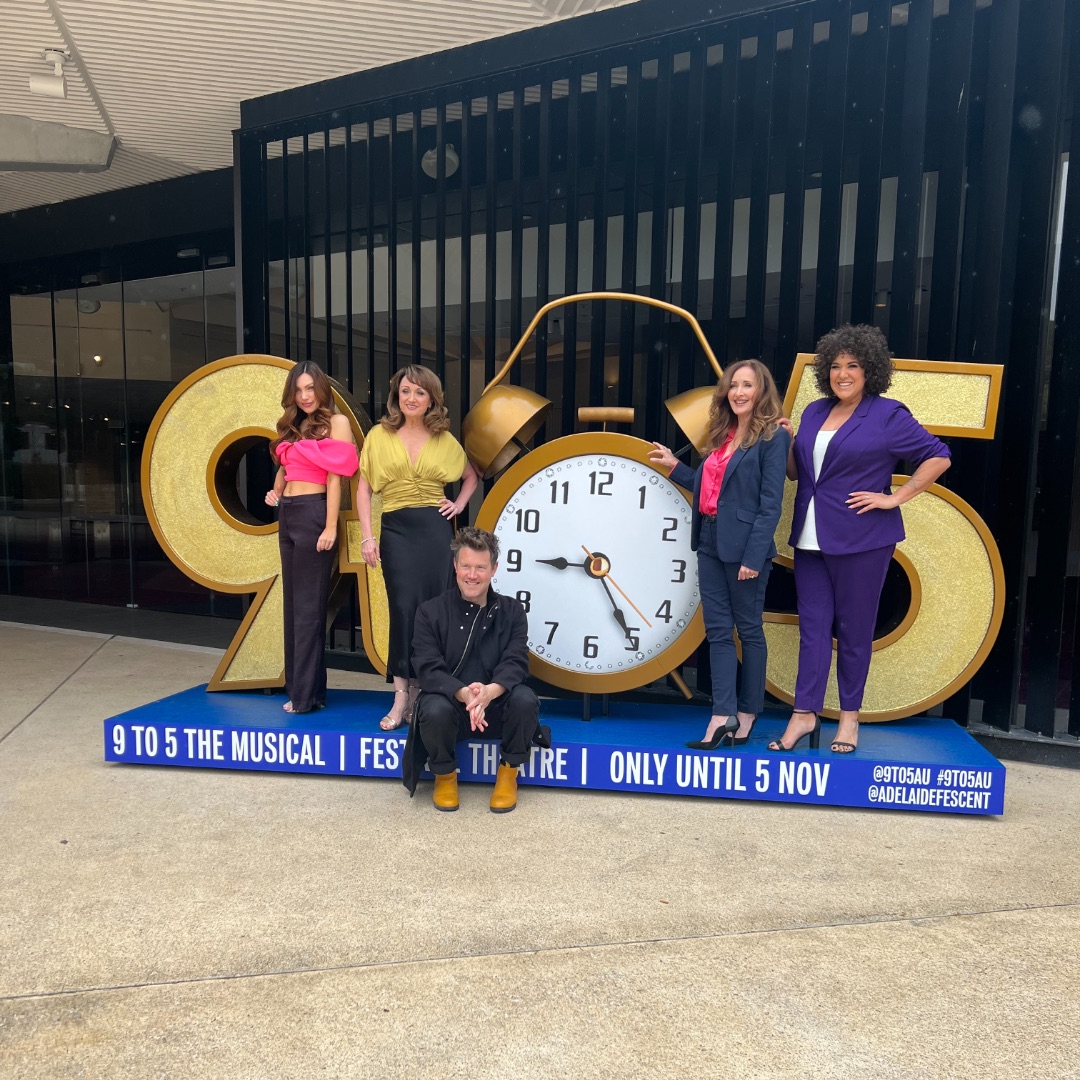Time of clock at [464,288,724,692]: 9:25
